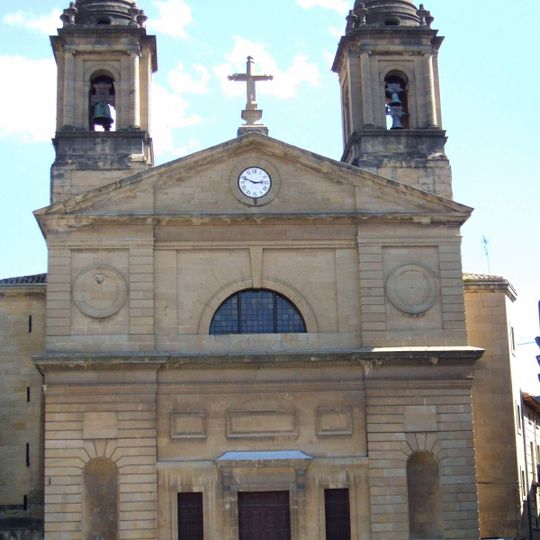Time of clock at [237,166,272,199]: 2:48
